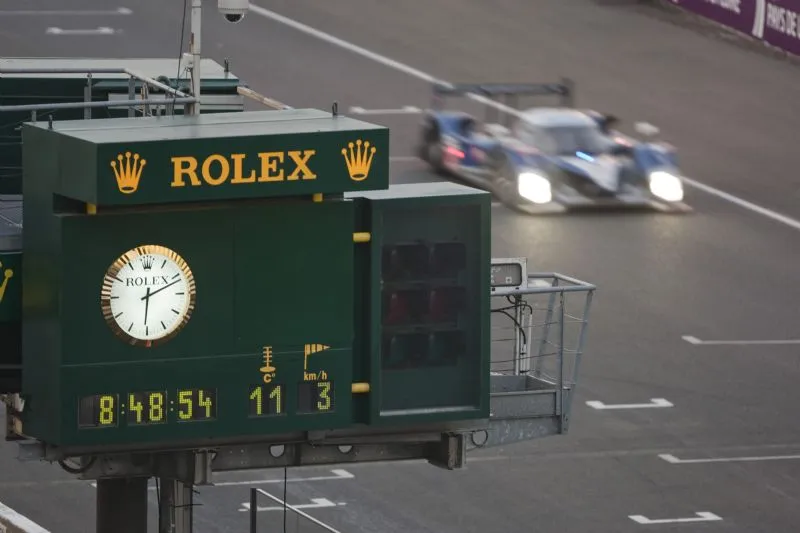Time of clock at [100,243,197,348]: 6:11
